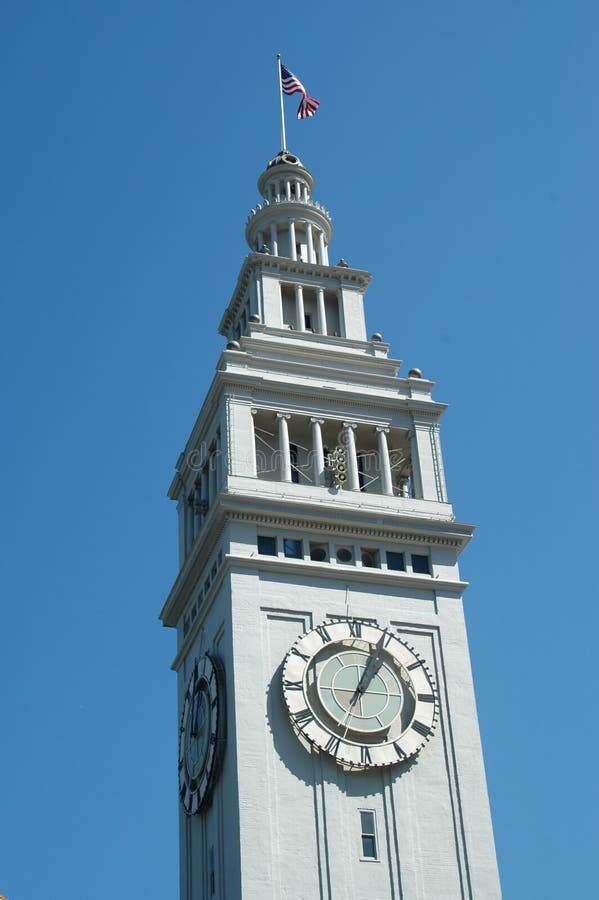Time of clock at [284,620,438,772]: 1:04
